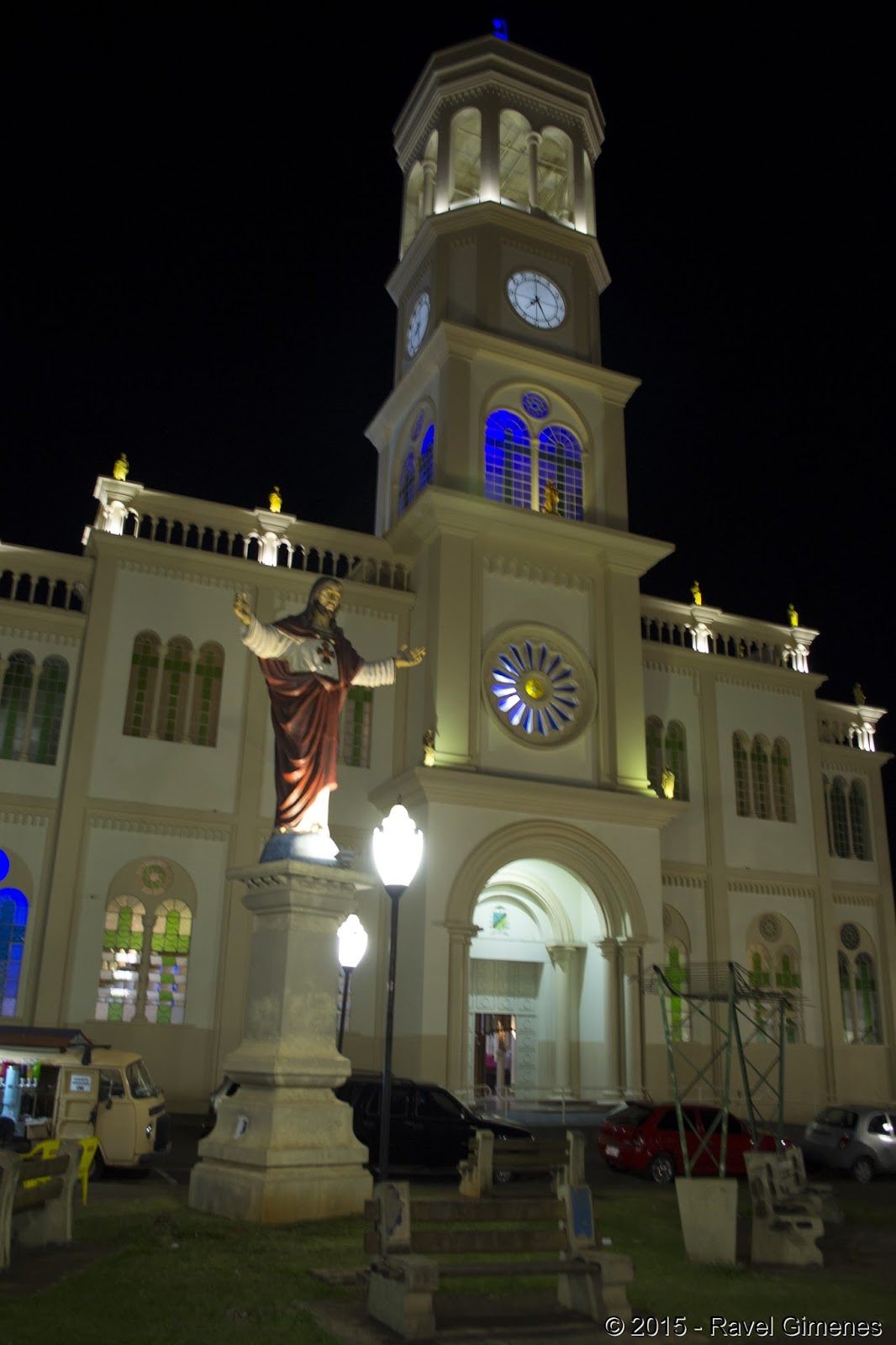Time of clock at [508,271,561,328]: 7:25
